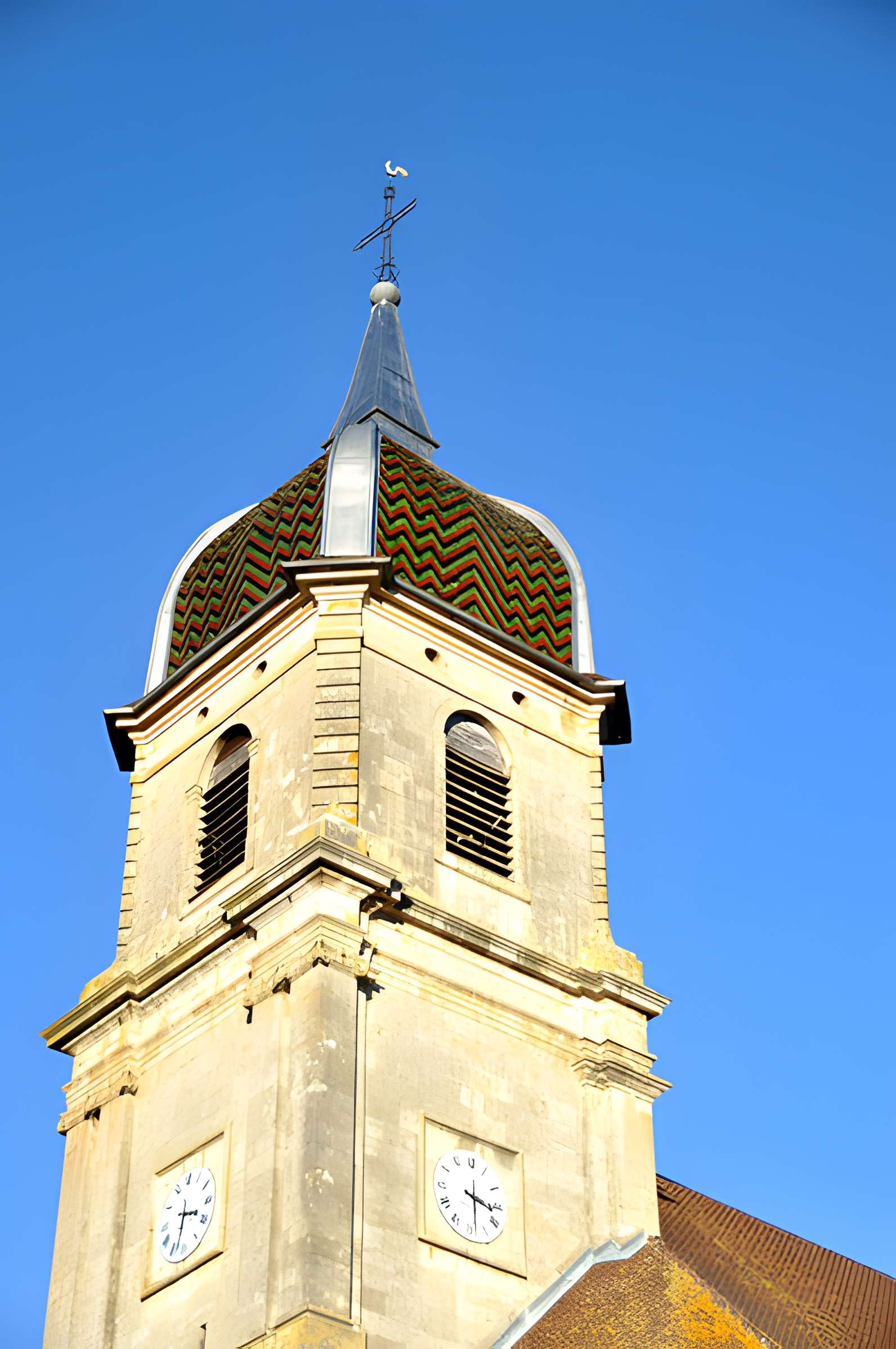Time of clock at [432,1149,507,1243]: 3:28
